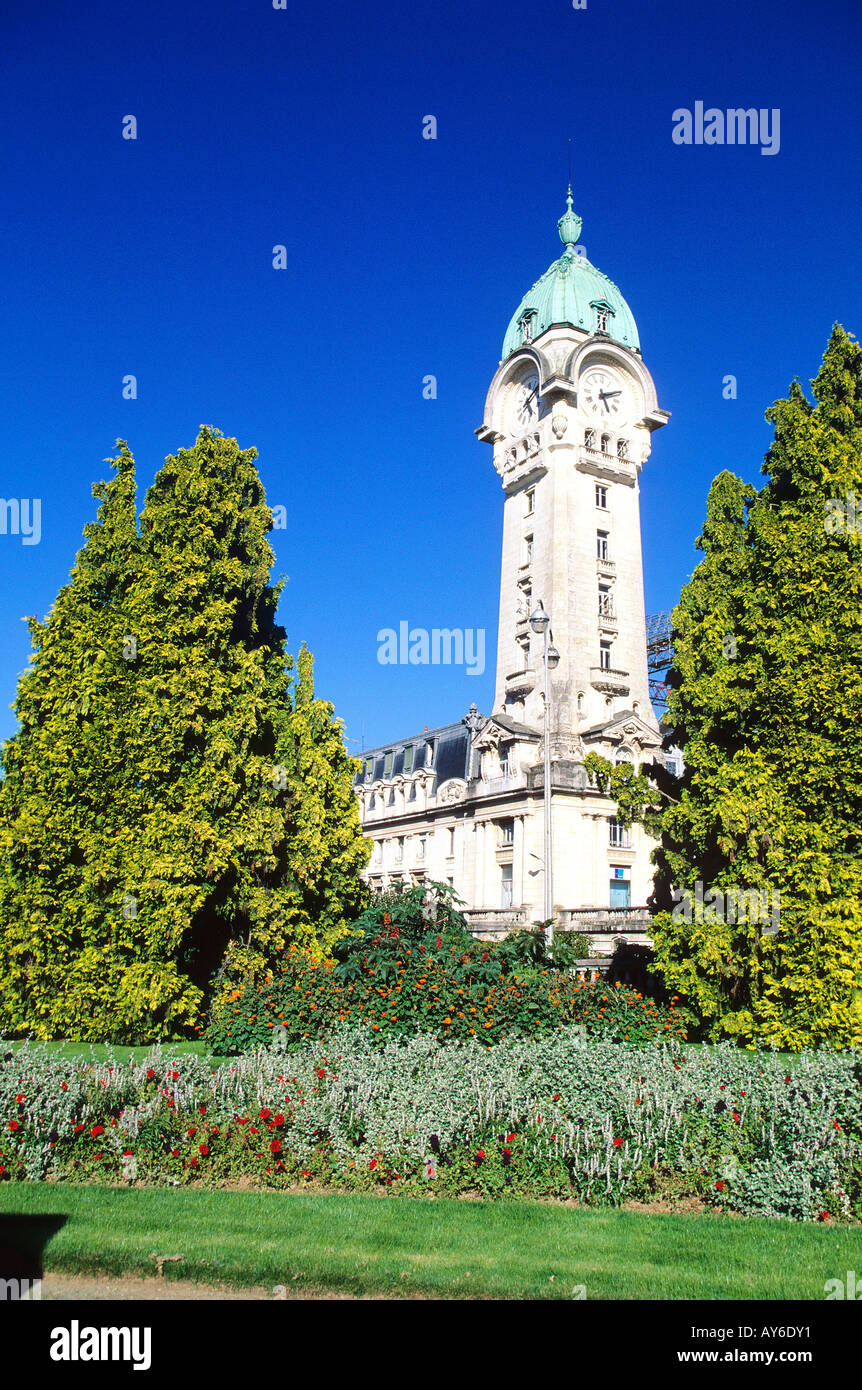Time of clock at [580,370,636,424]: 5:11
